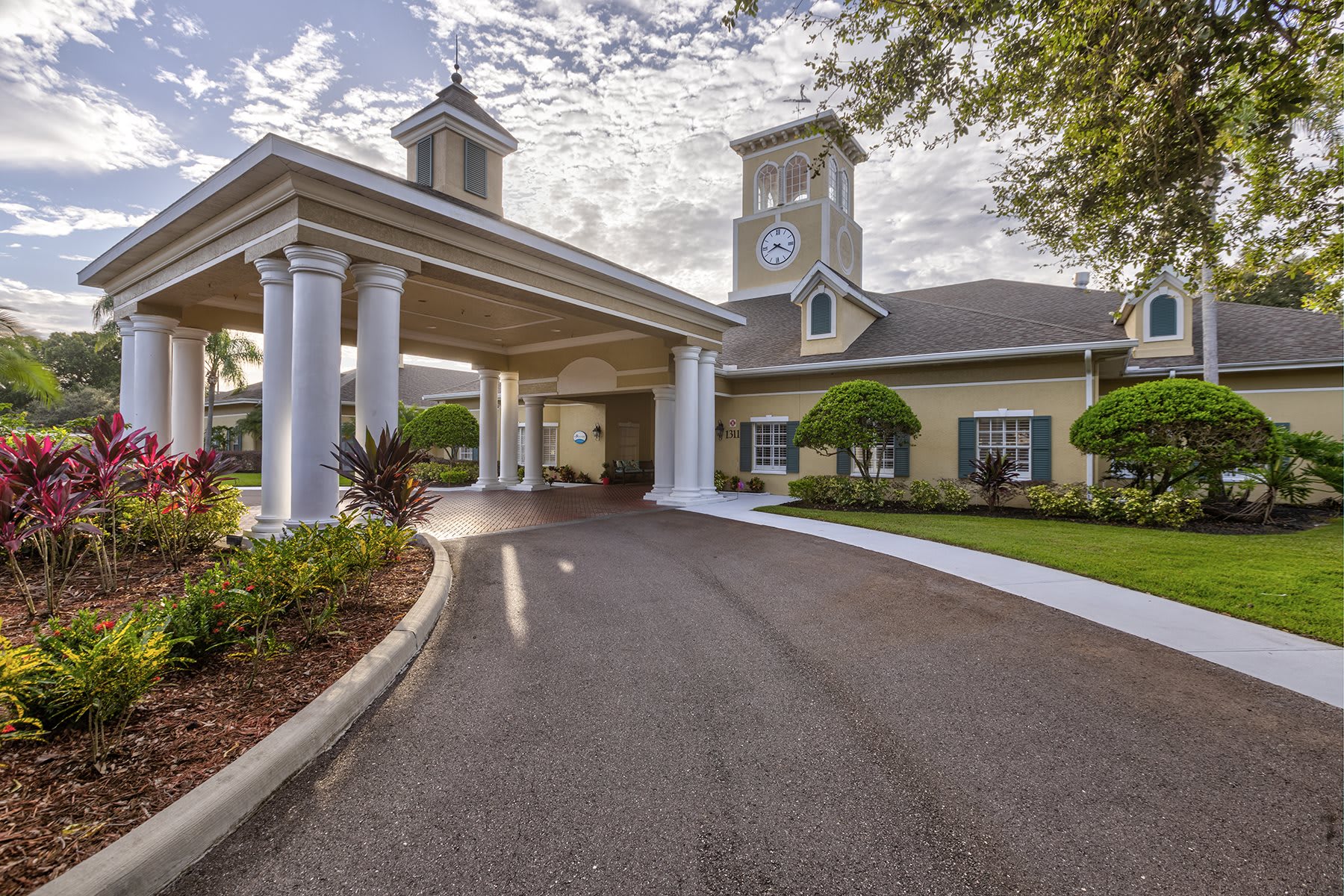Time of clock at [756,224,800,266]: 8:19
